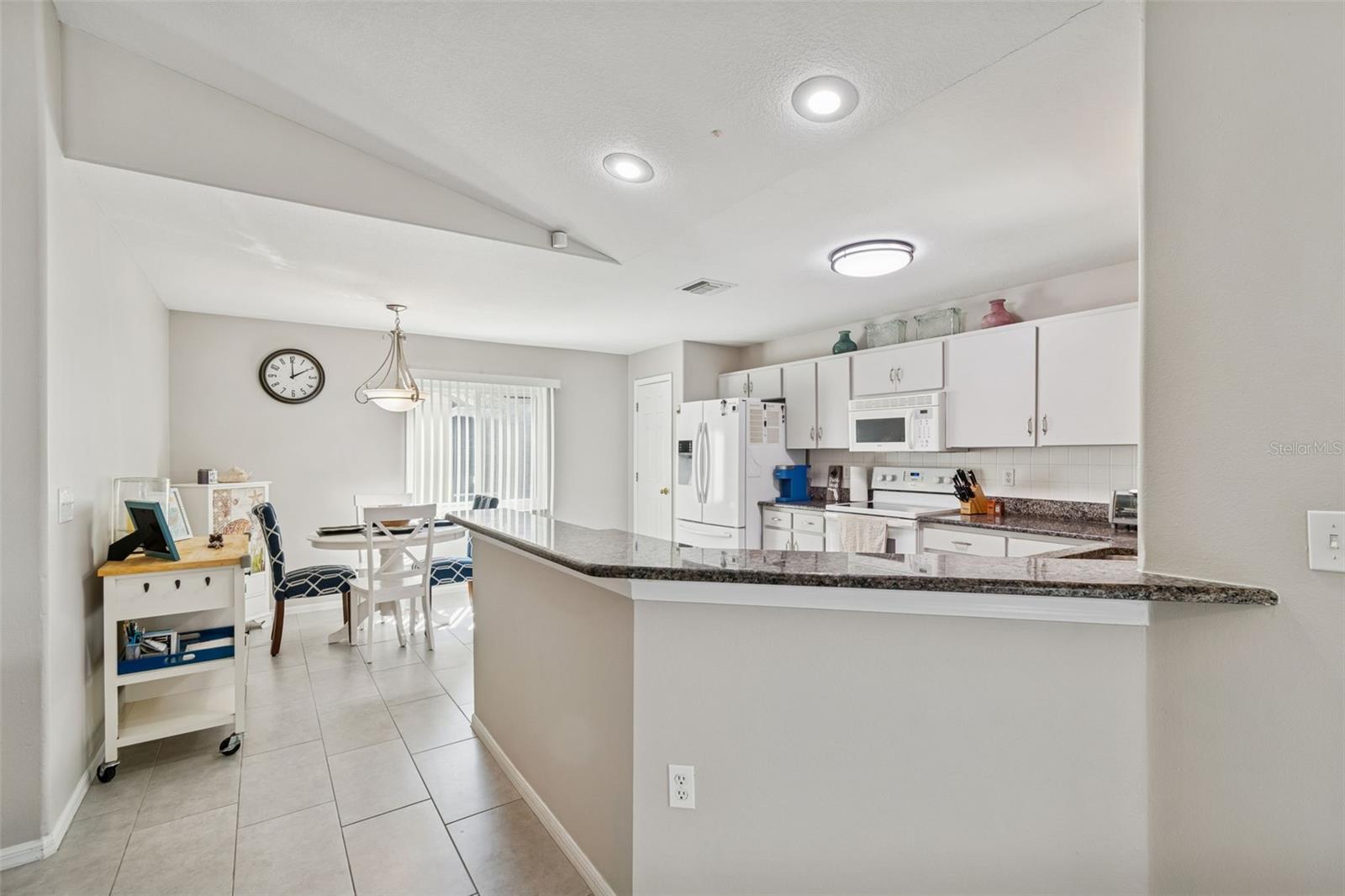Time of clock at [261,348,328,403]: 1:59
